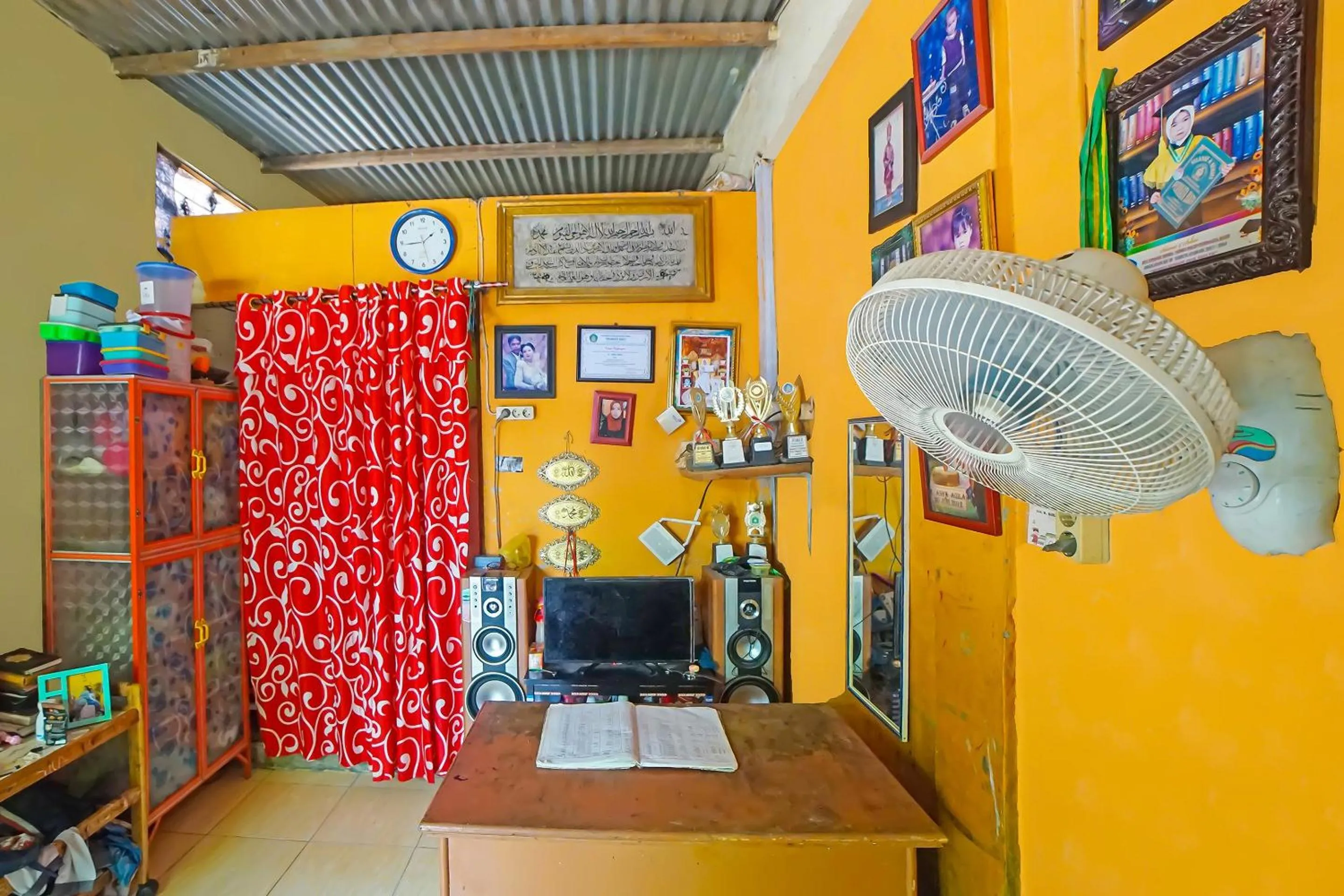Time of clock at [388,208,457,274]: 1:44
